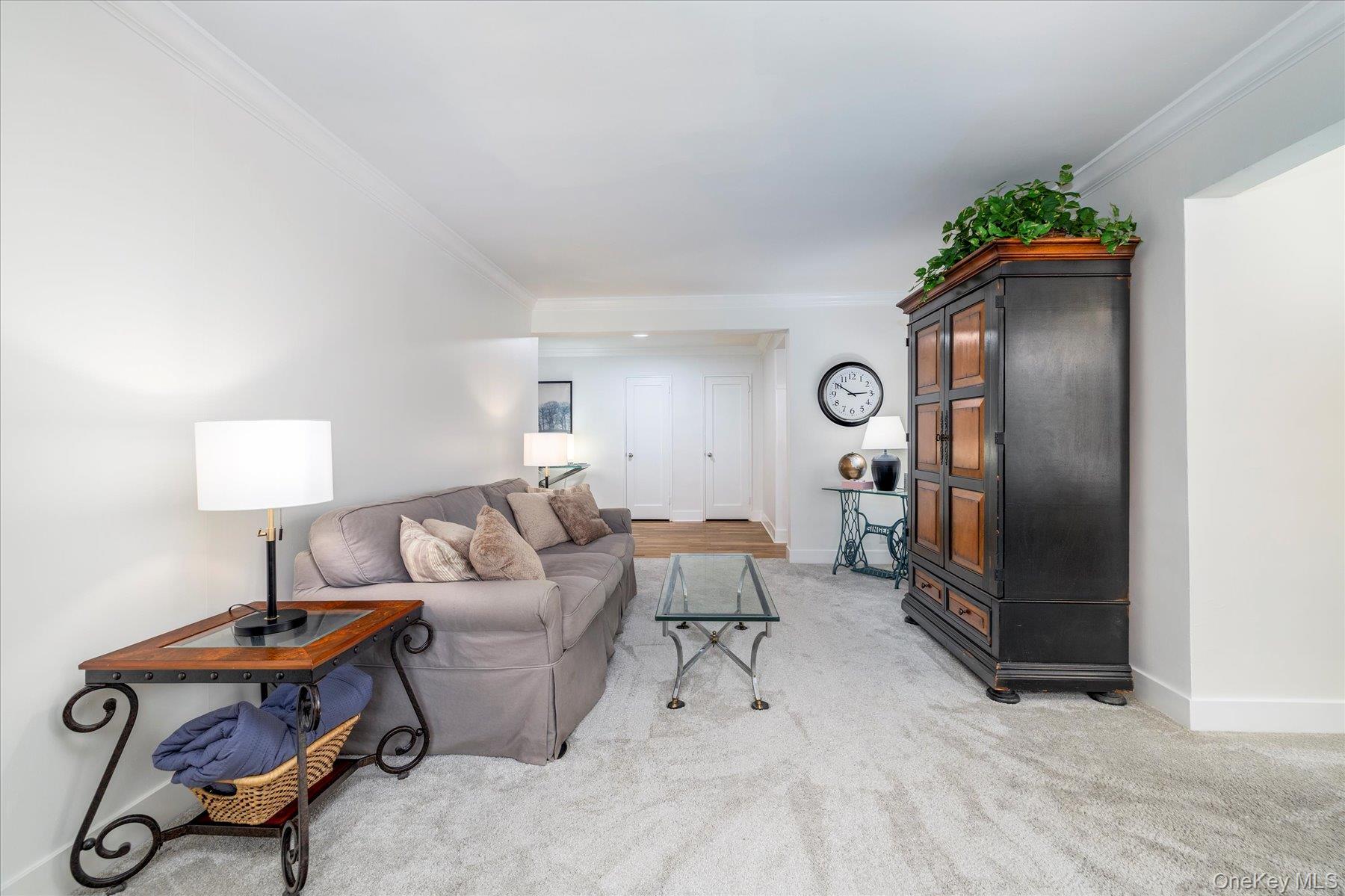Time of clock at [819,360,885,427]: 2:50
